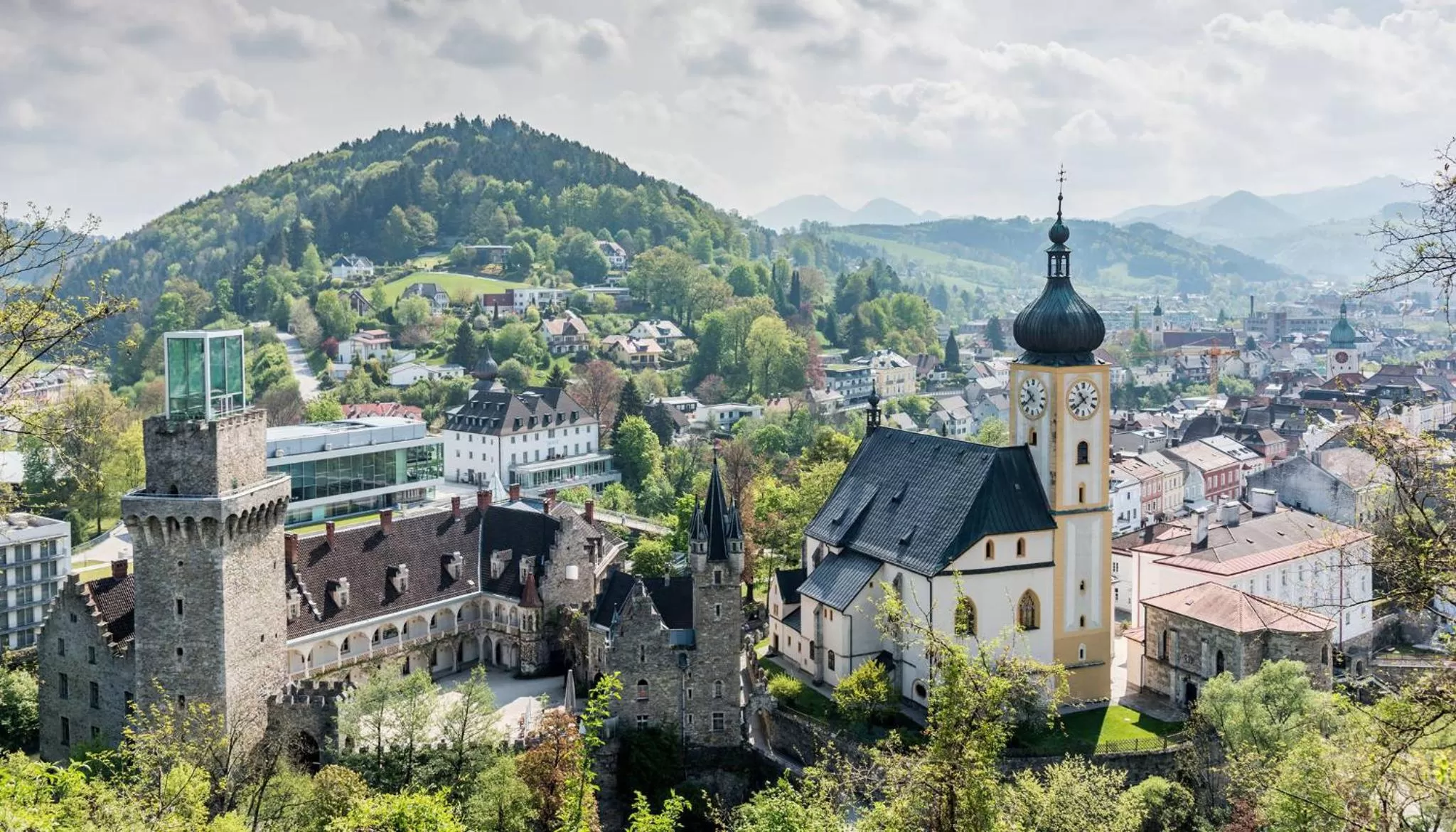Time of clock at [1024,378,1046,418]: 10:38
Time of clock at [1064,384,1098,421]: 10:38
